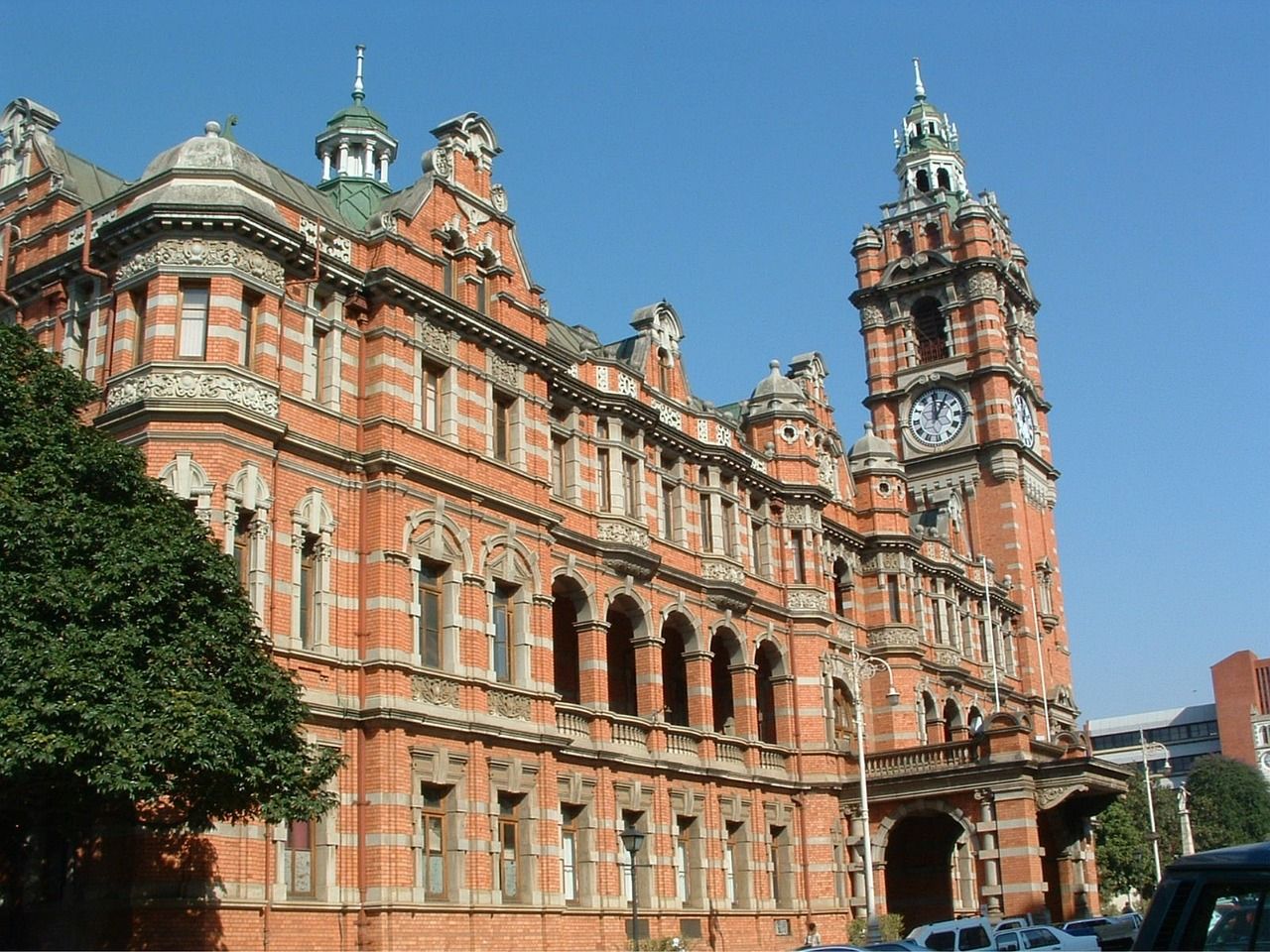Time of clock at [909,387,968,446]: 1:00
